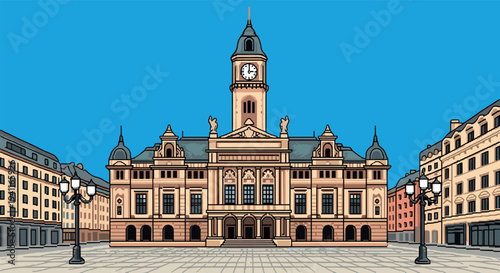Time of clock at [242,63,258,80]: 3:00
